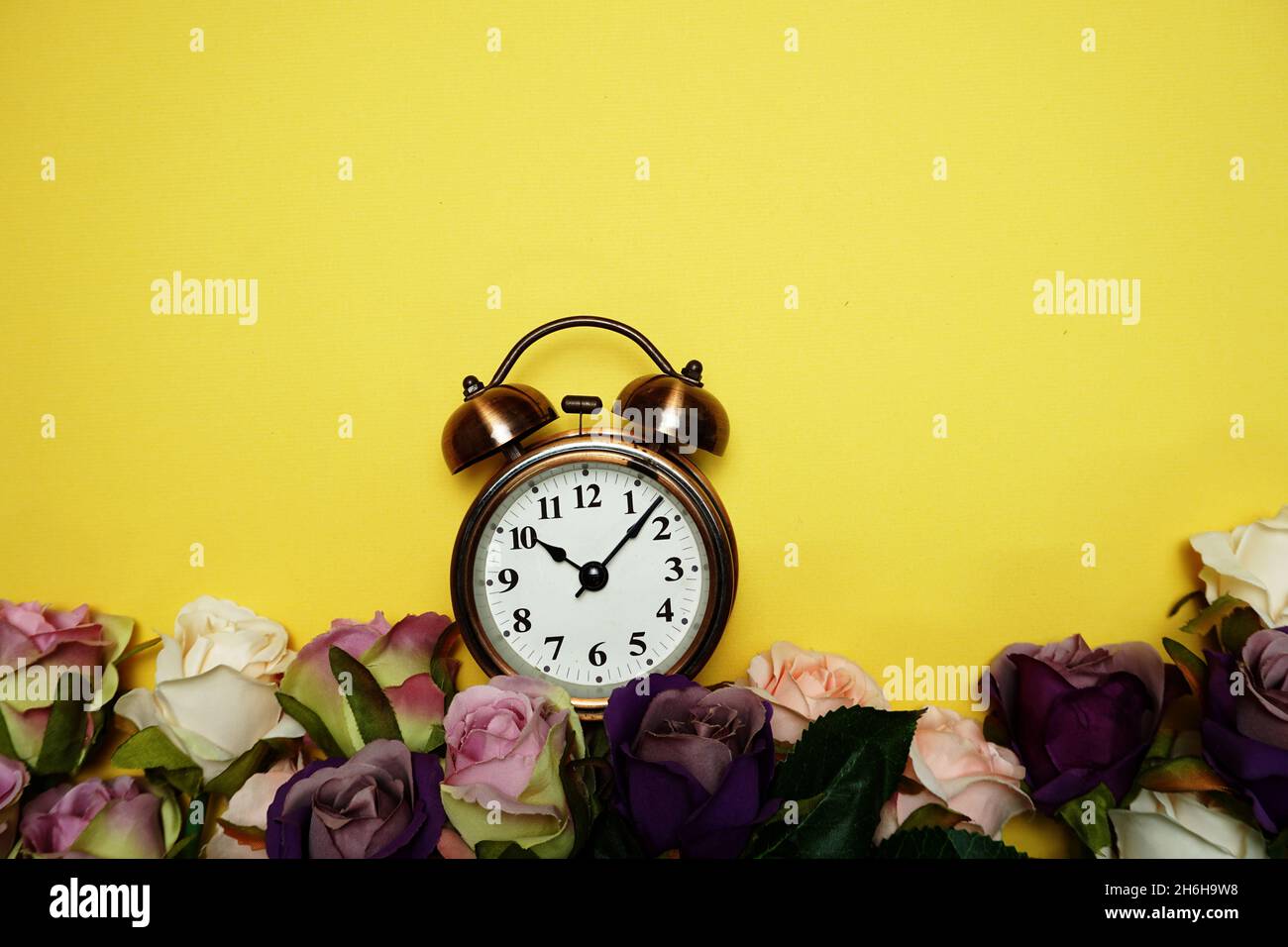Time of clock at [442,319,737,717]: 10:07
